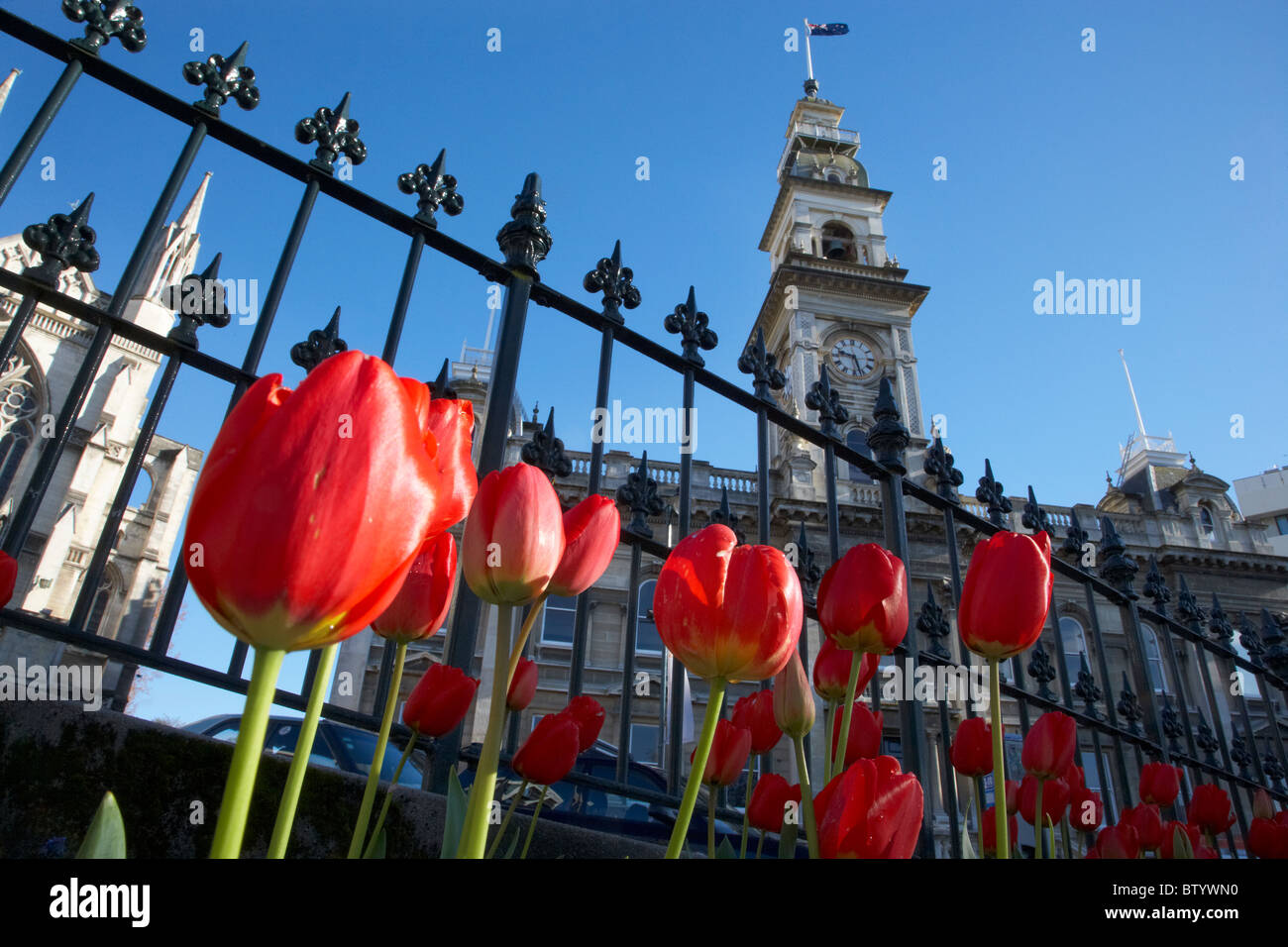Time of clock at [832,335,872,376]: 9:27
